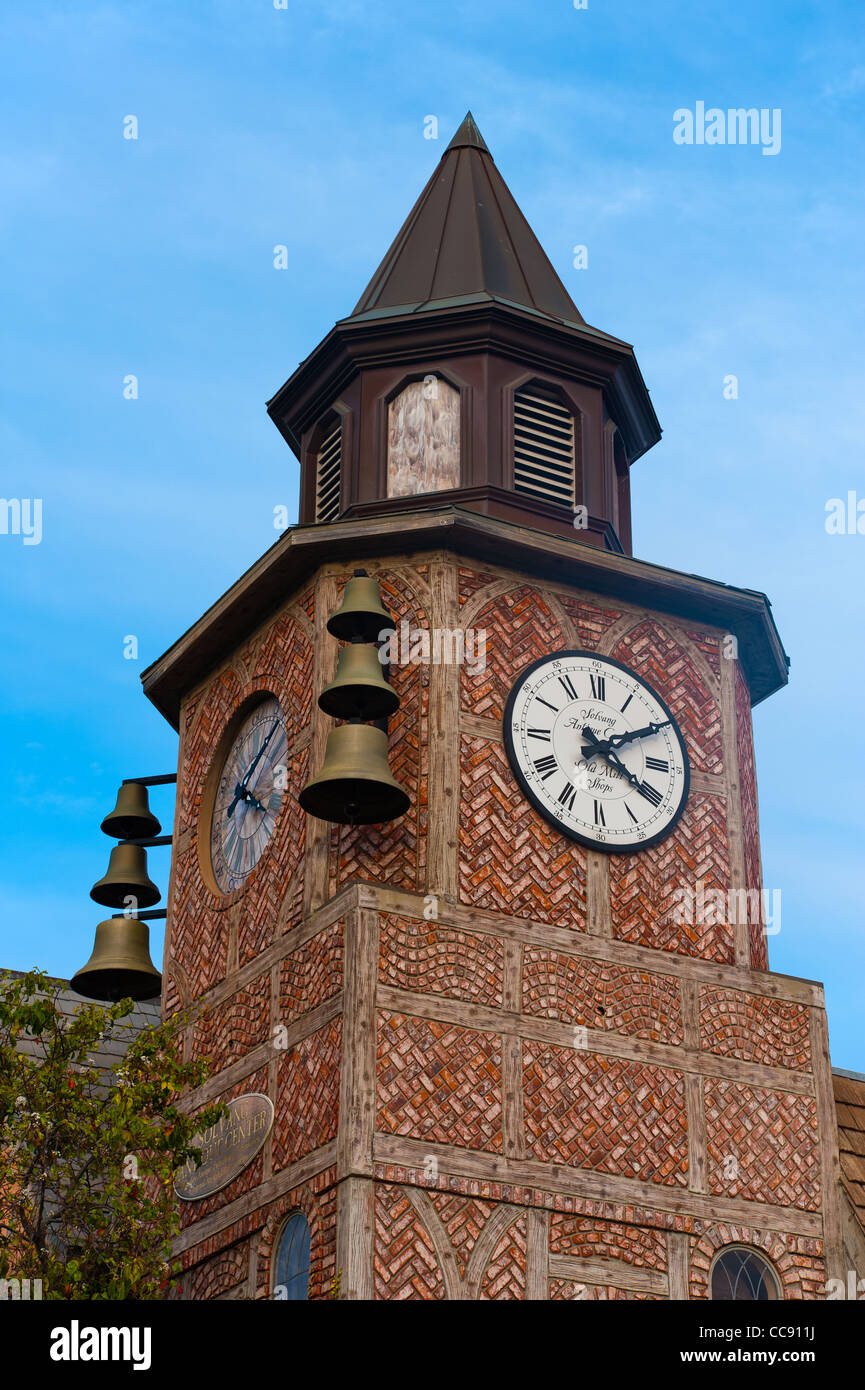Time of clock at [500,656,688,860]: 4:09
